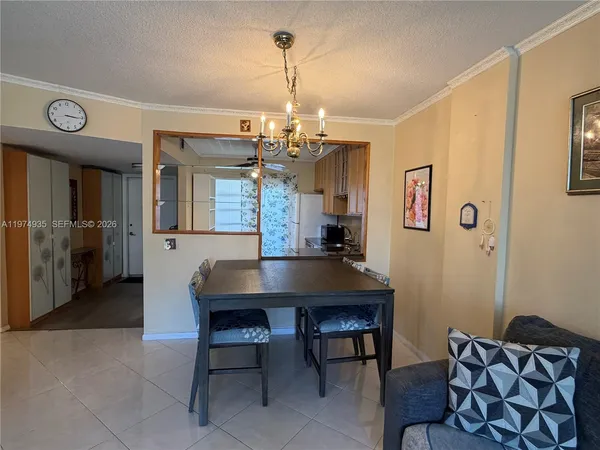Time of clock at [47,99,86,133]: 3:15
